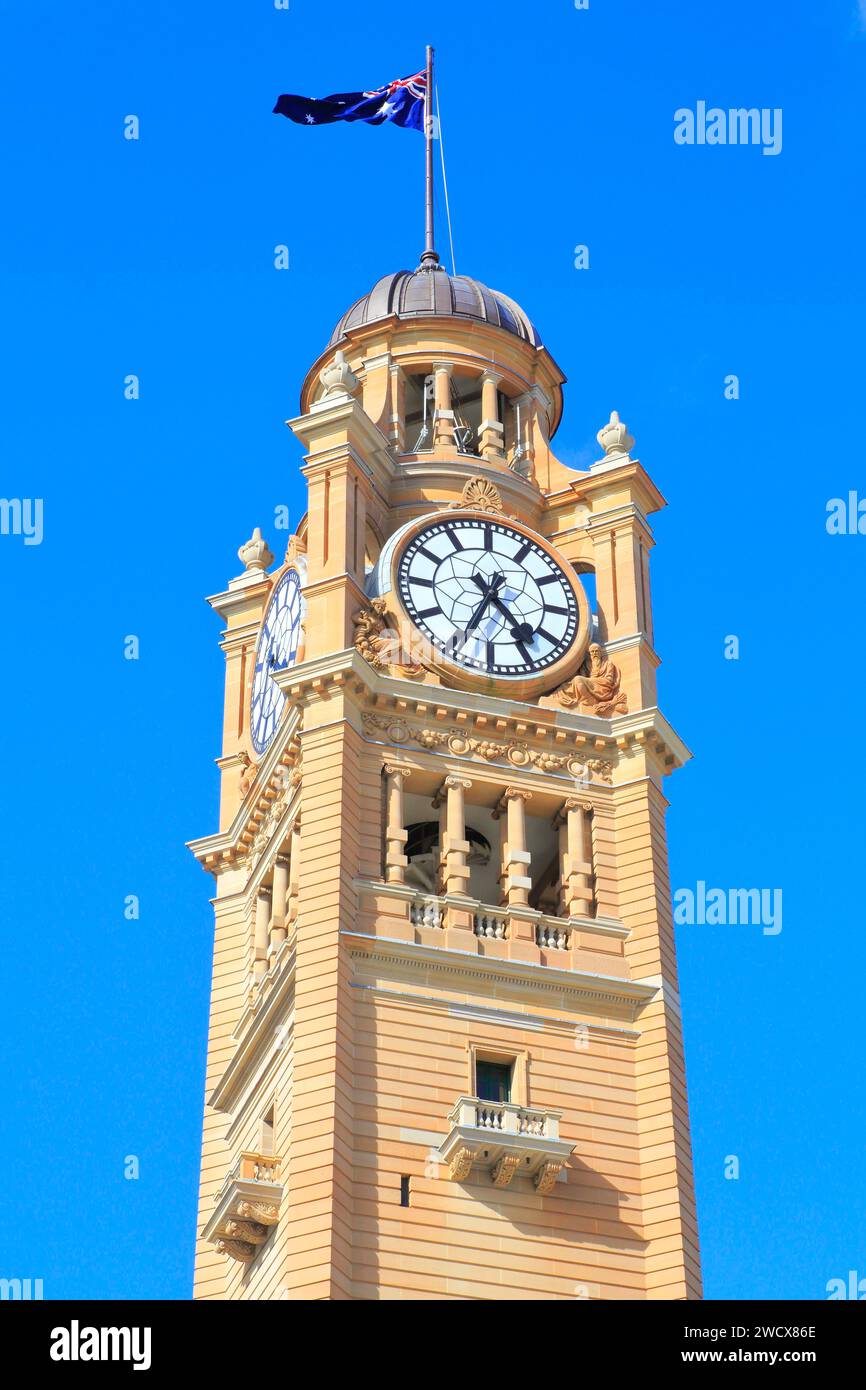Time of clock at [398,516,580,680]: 4:34
